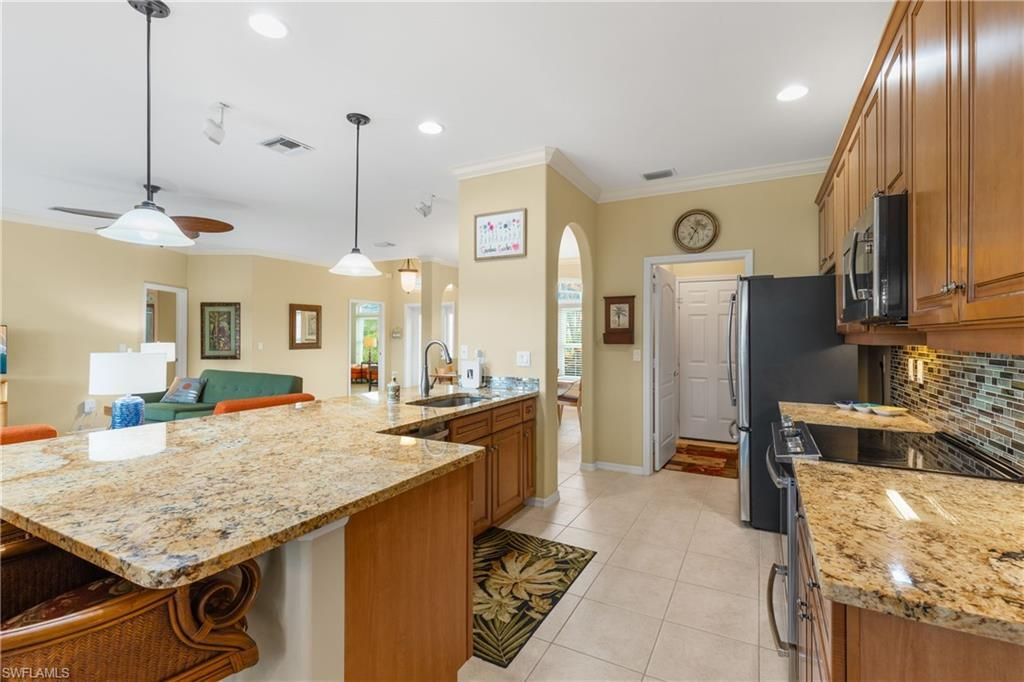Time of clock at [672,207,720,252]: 10:34
